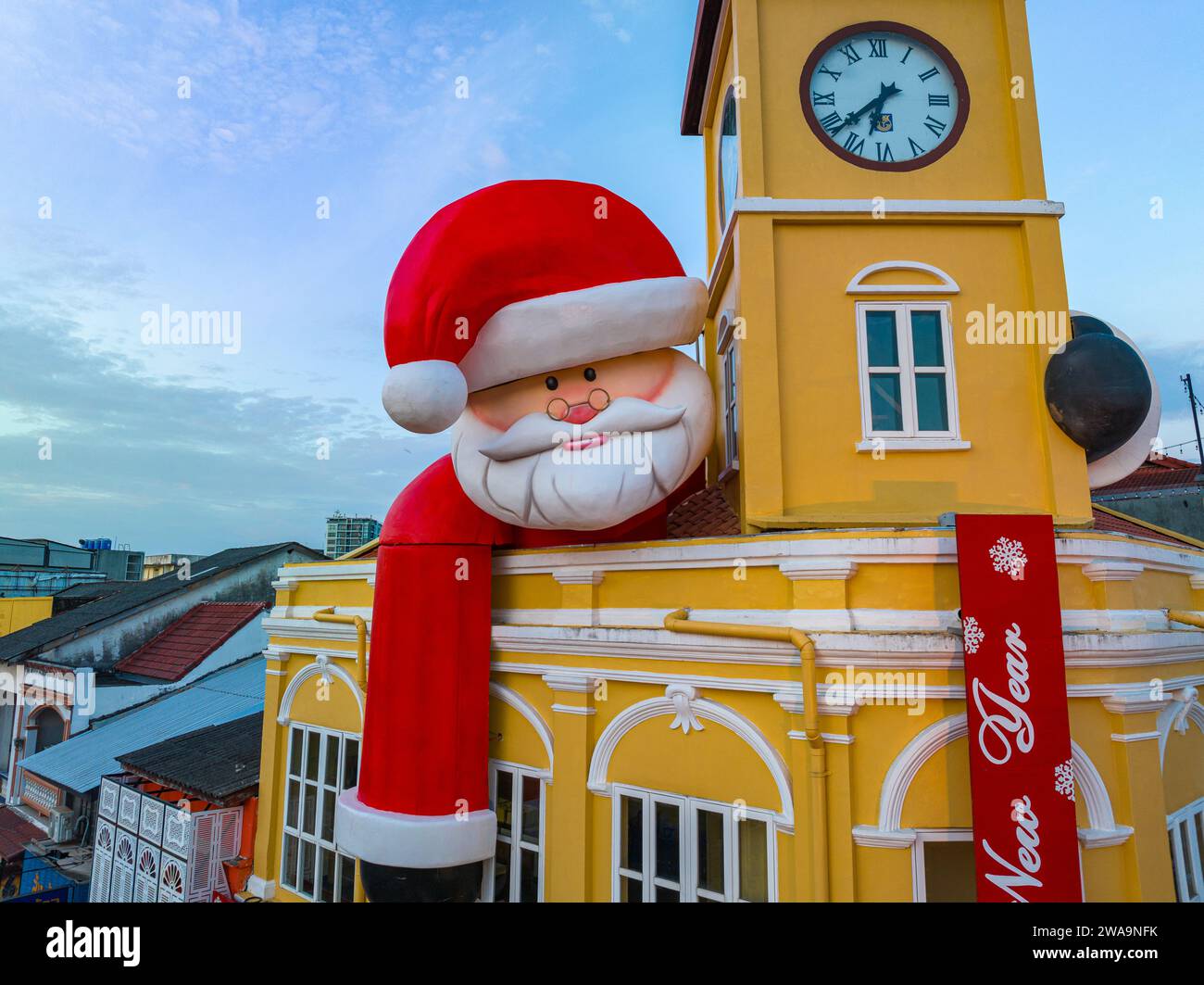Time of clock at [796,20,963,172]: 6:38
